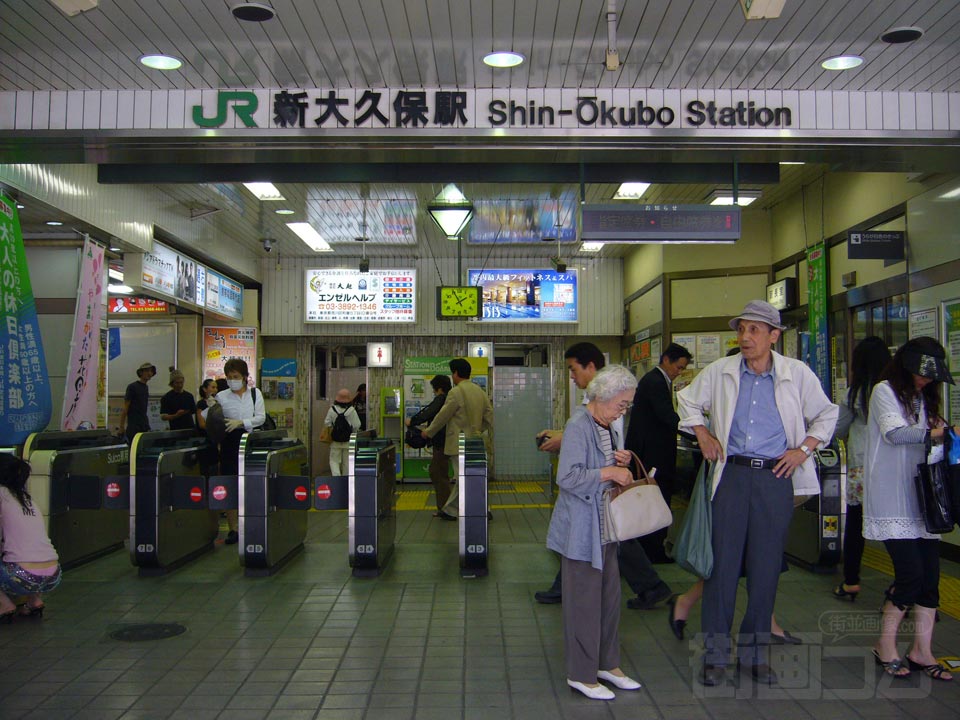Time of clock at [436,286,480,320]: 1:55
